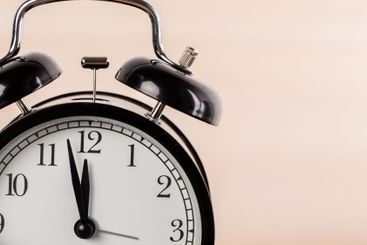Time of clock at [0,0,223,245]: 11:57
